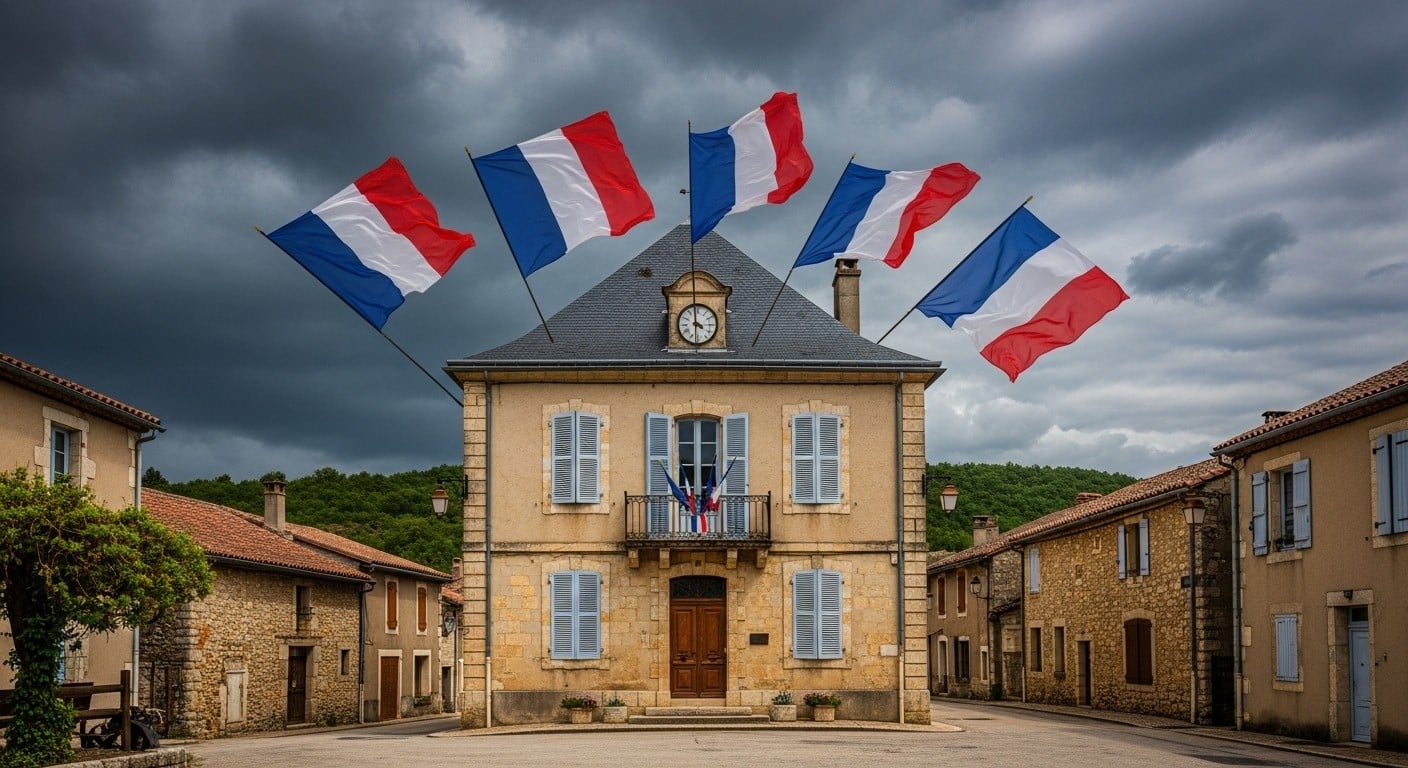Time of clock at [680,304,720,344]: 3:58
